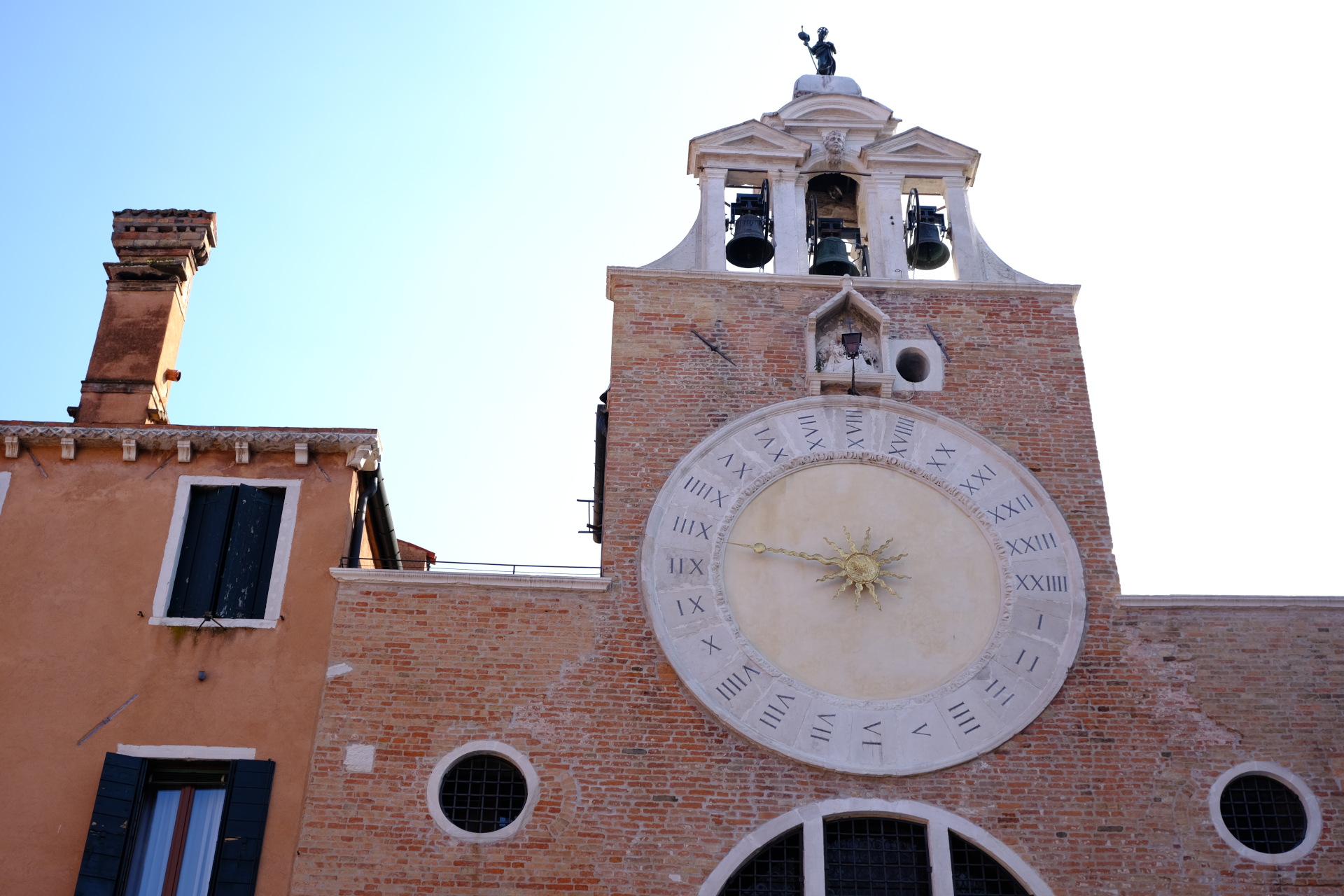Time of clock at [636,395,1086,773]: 8:45
